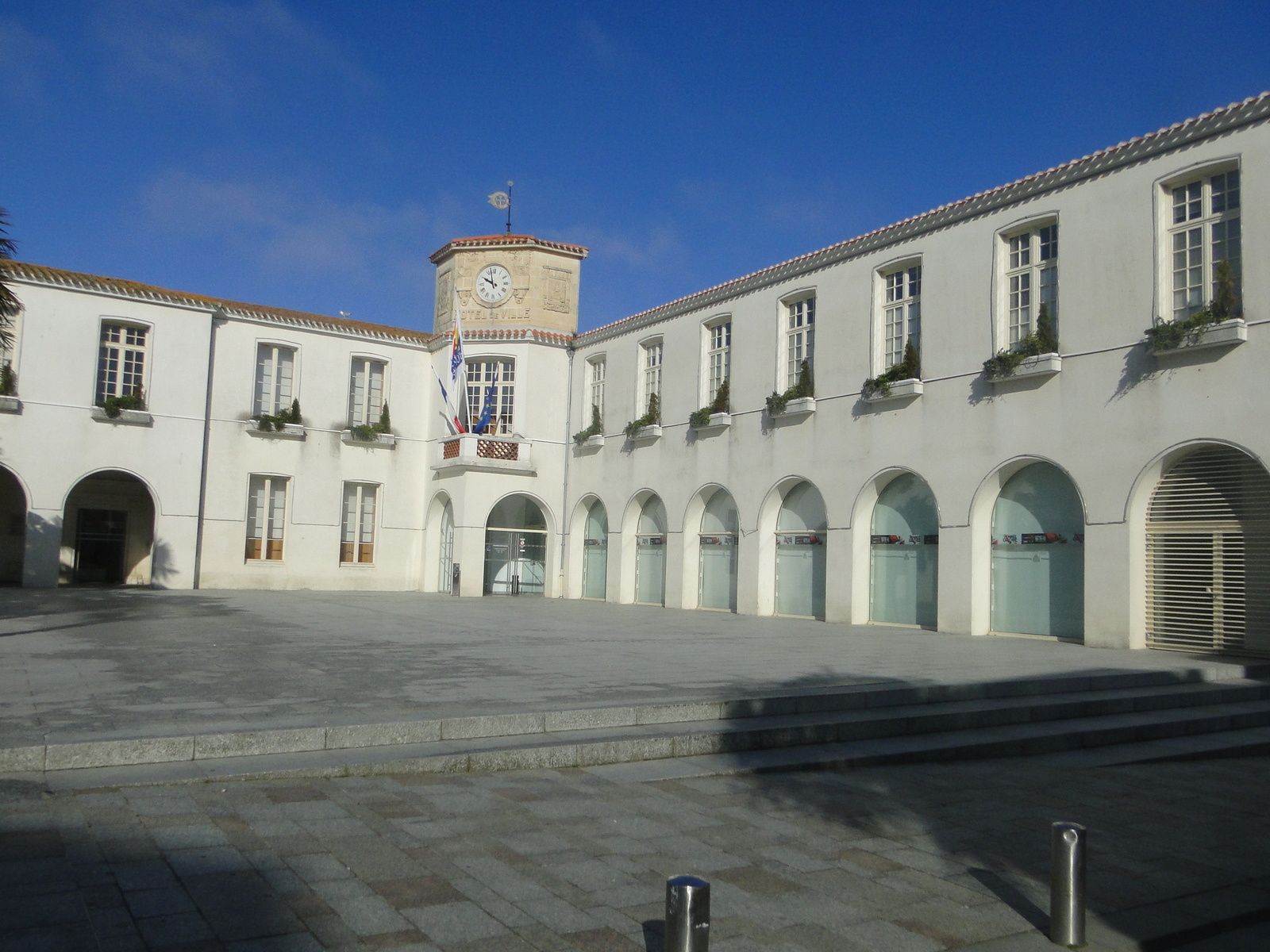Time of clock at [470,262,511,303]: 9:57
